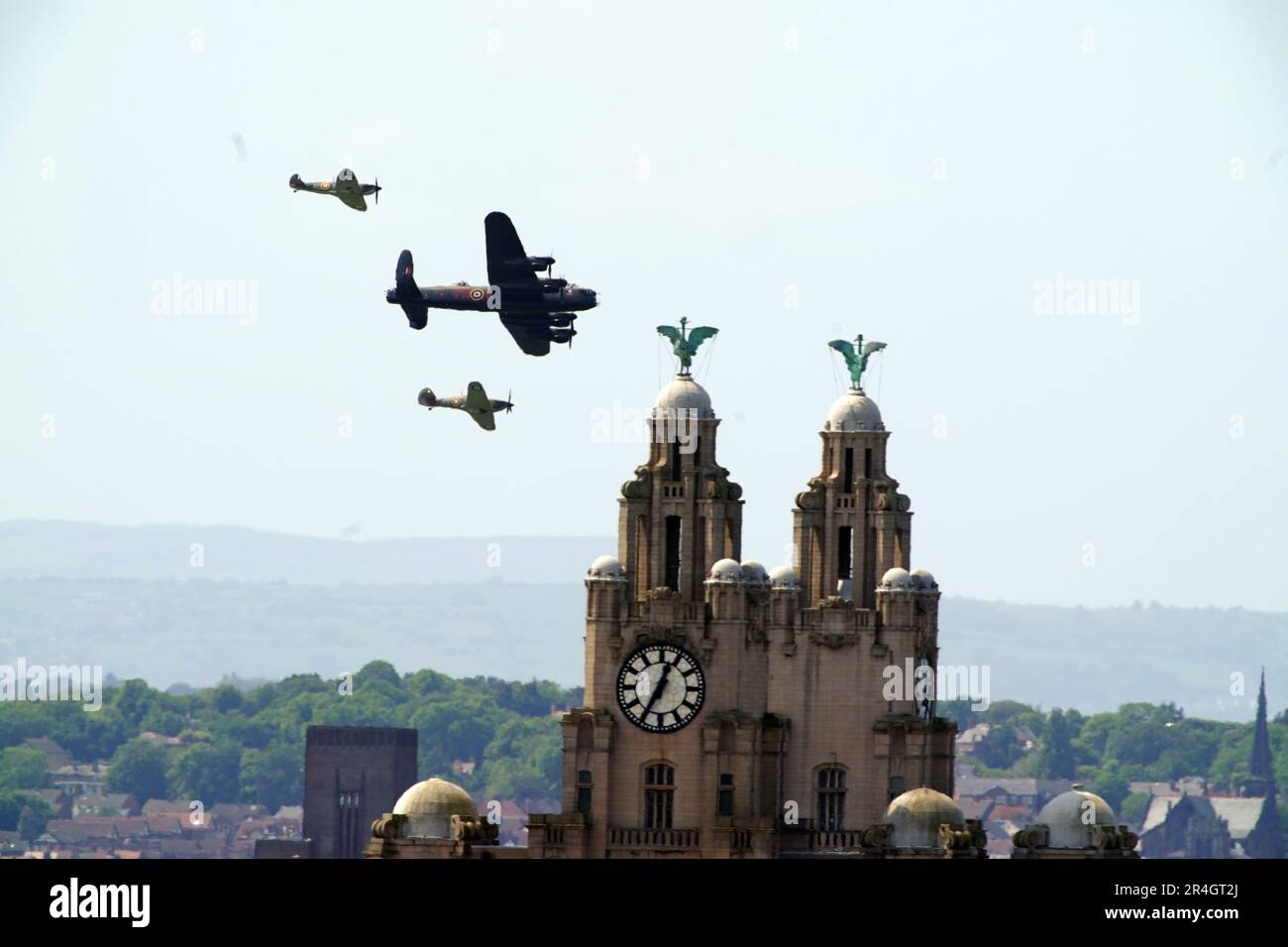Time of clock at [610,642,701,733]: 12:34
